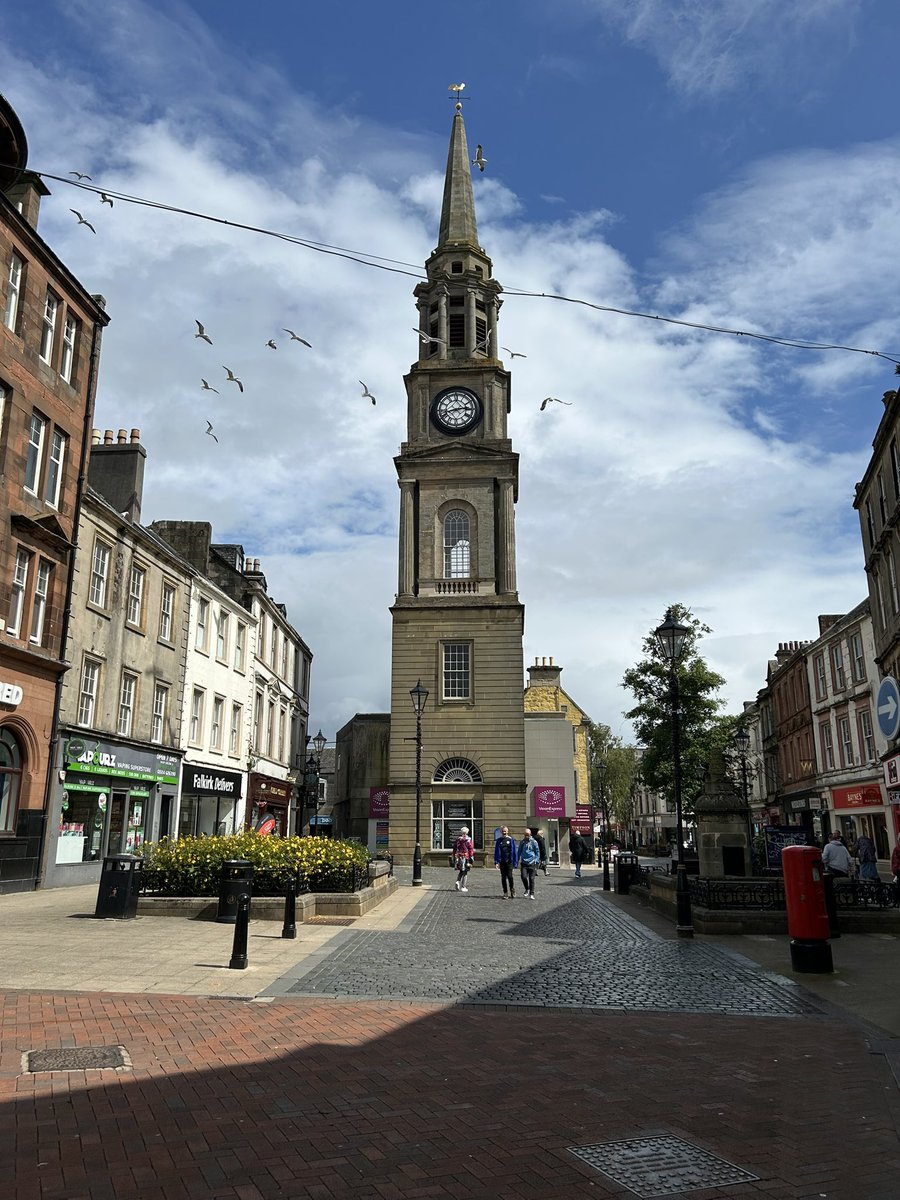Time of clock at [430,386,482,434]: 8:14
